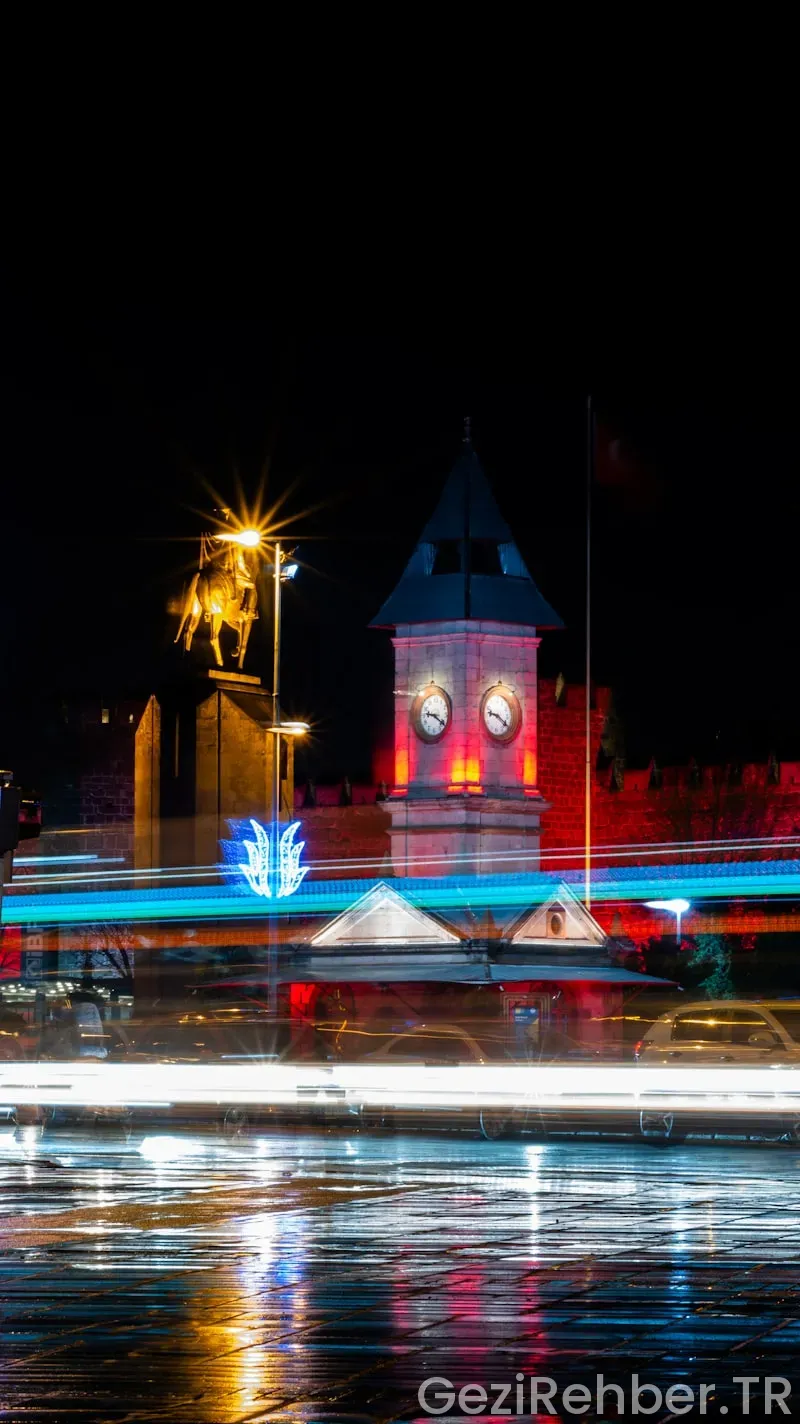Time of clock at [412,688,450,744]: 9:20
